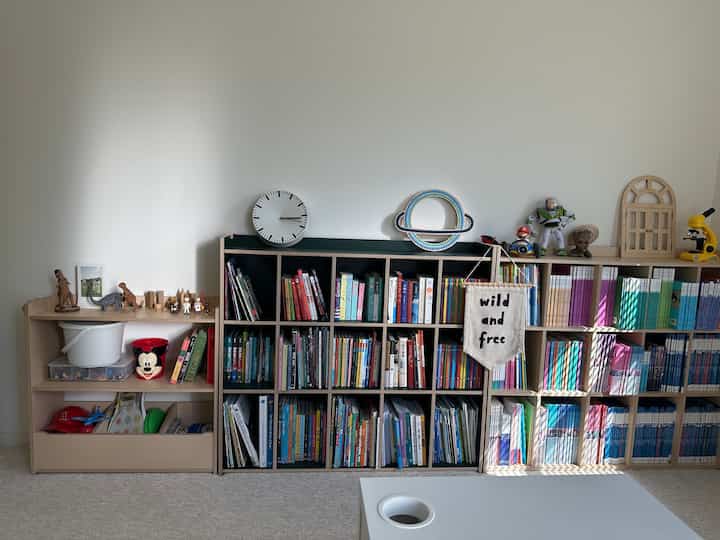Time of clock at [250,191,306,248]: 3:15
